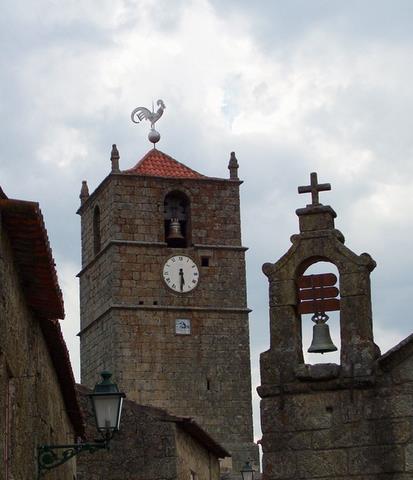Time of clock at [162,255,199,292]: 5:30
